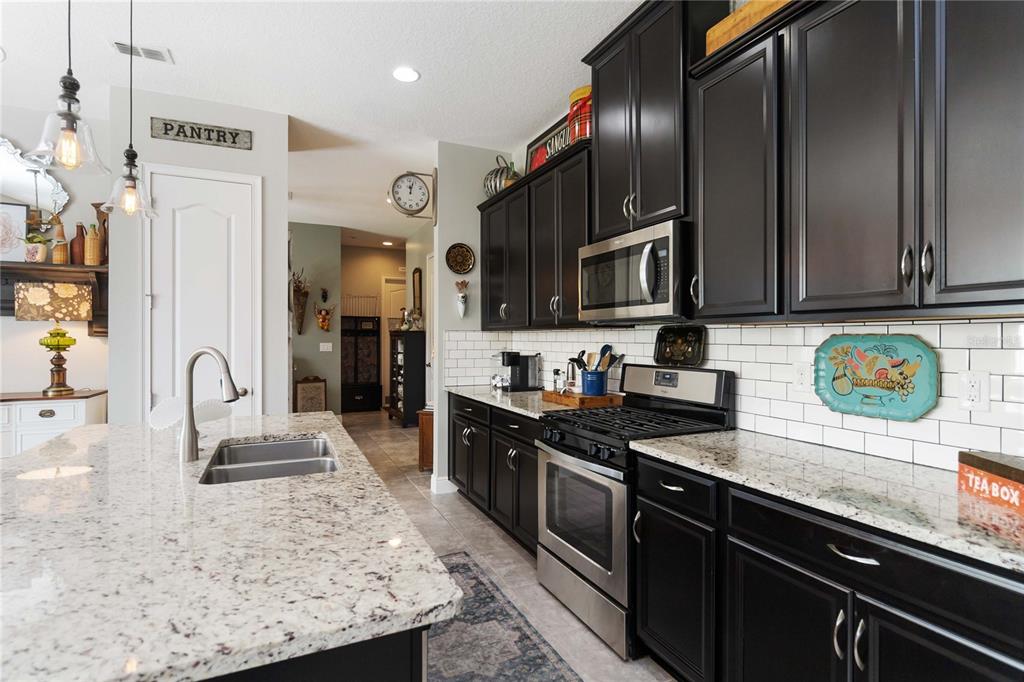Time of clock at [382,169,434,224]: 12:02
